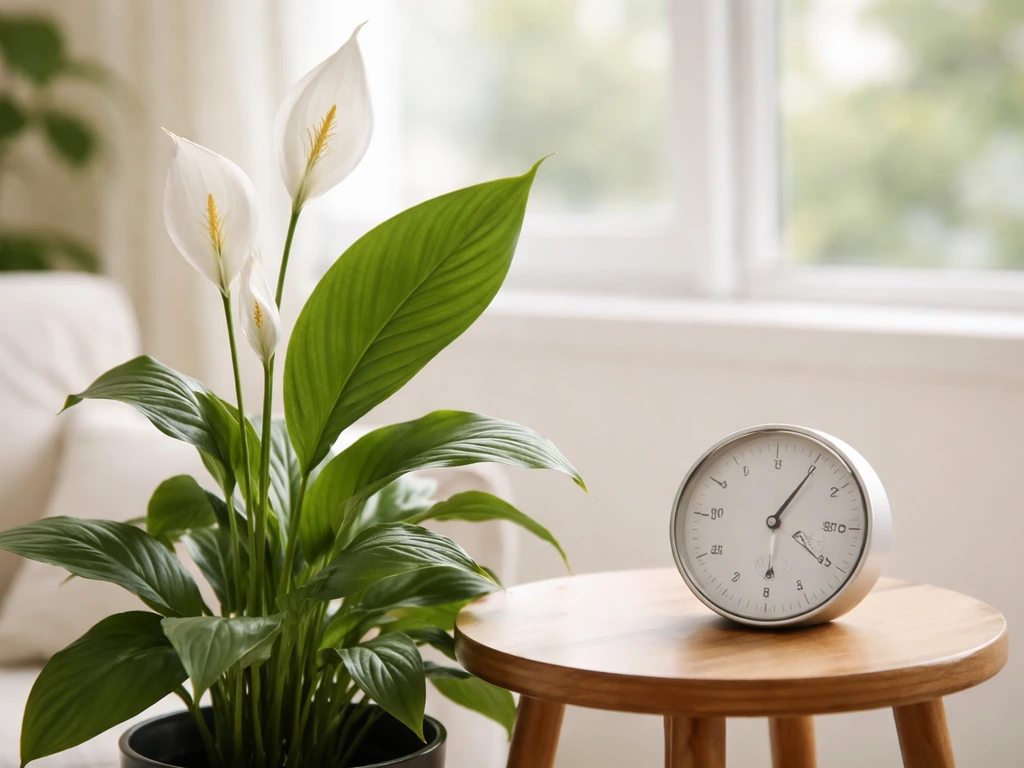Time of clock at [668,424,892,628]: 1:05
